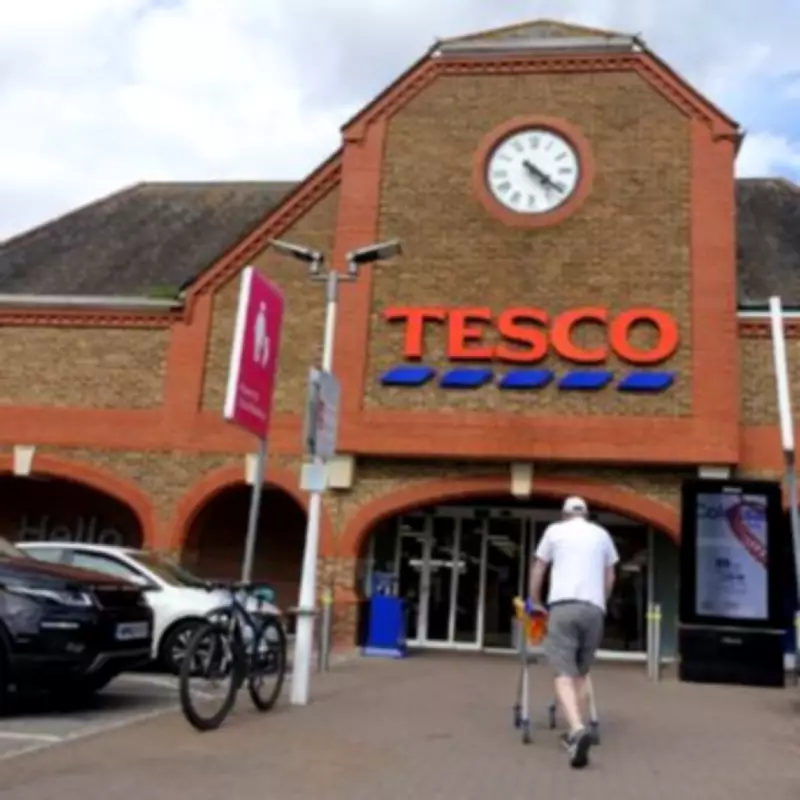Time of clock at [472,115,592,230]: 4:21
